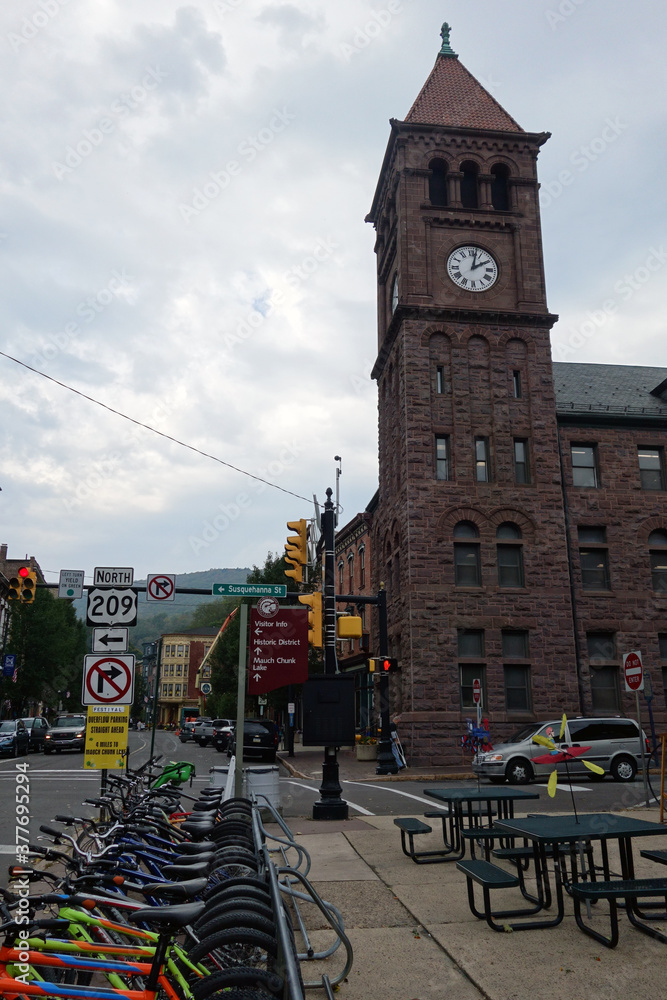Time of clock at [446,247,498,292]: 2:02
